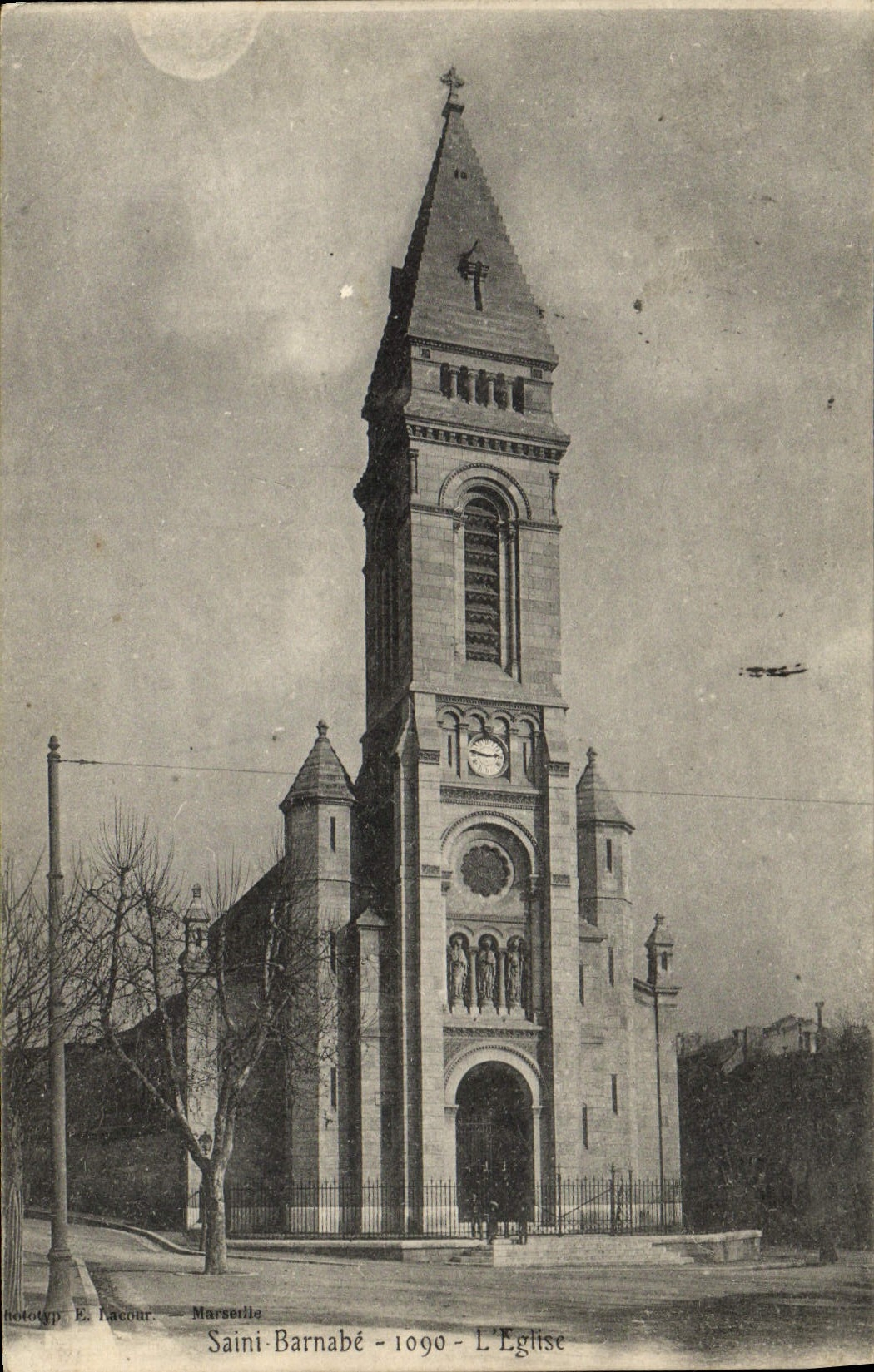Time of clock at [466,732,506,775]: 2:46
